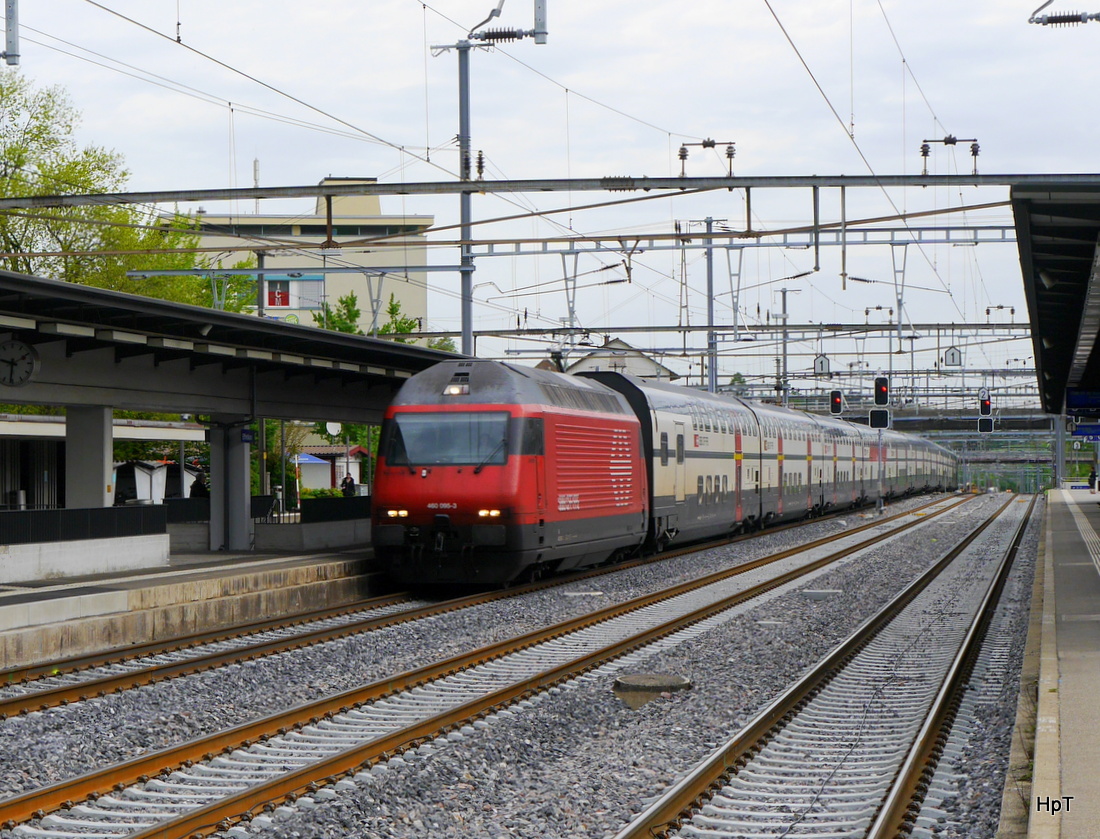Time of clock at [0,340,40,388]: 9:31
